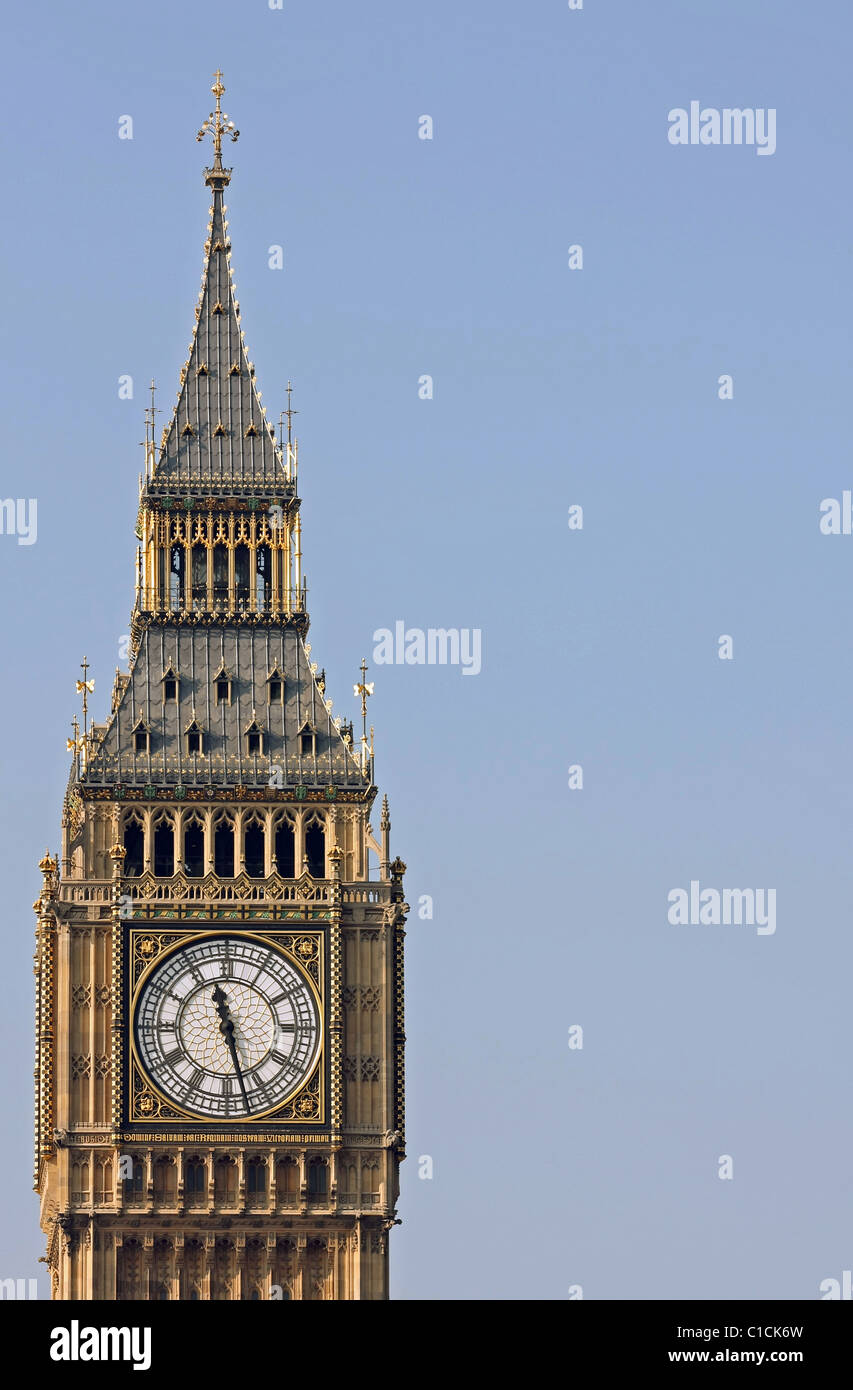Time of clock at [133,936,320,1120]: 11:27
